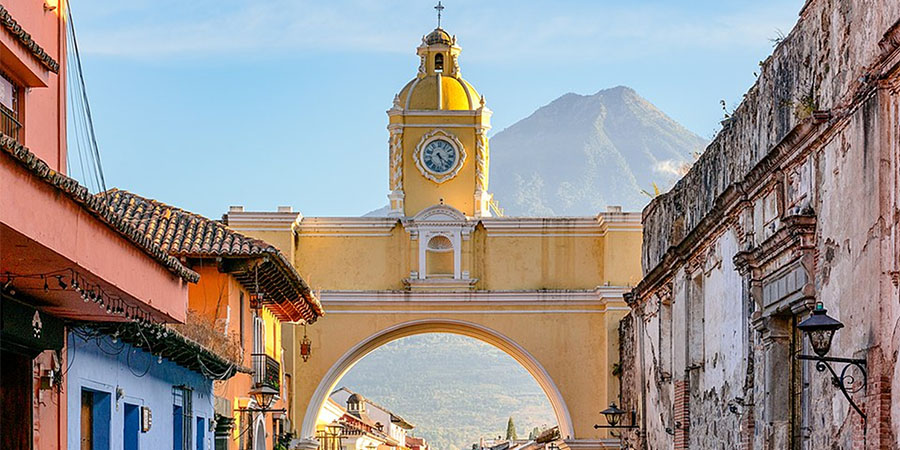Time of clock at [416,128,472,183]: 5:21
